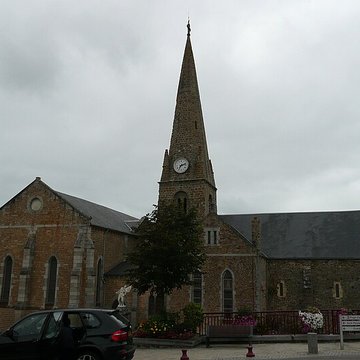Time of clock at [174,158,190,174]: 7:12
